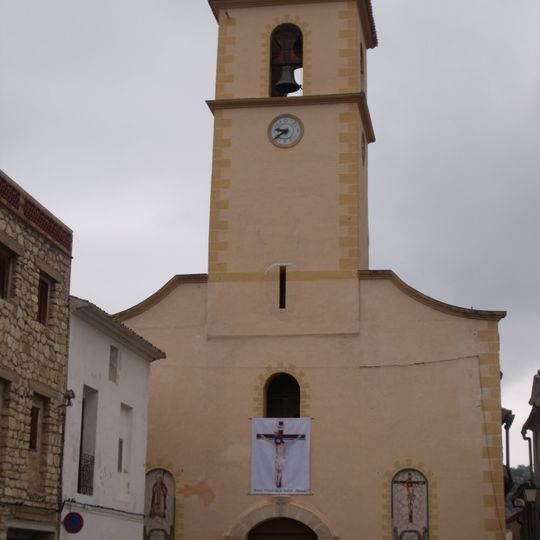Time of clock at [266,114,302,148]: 9:39
